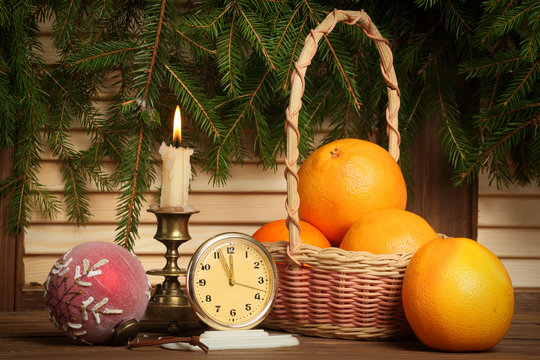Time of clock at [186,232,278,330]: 11:56
